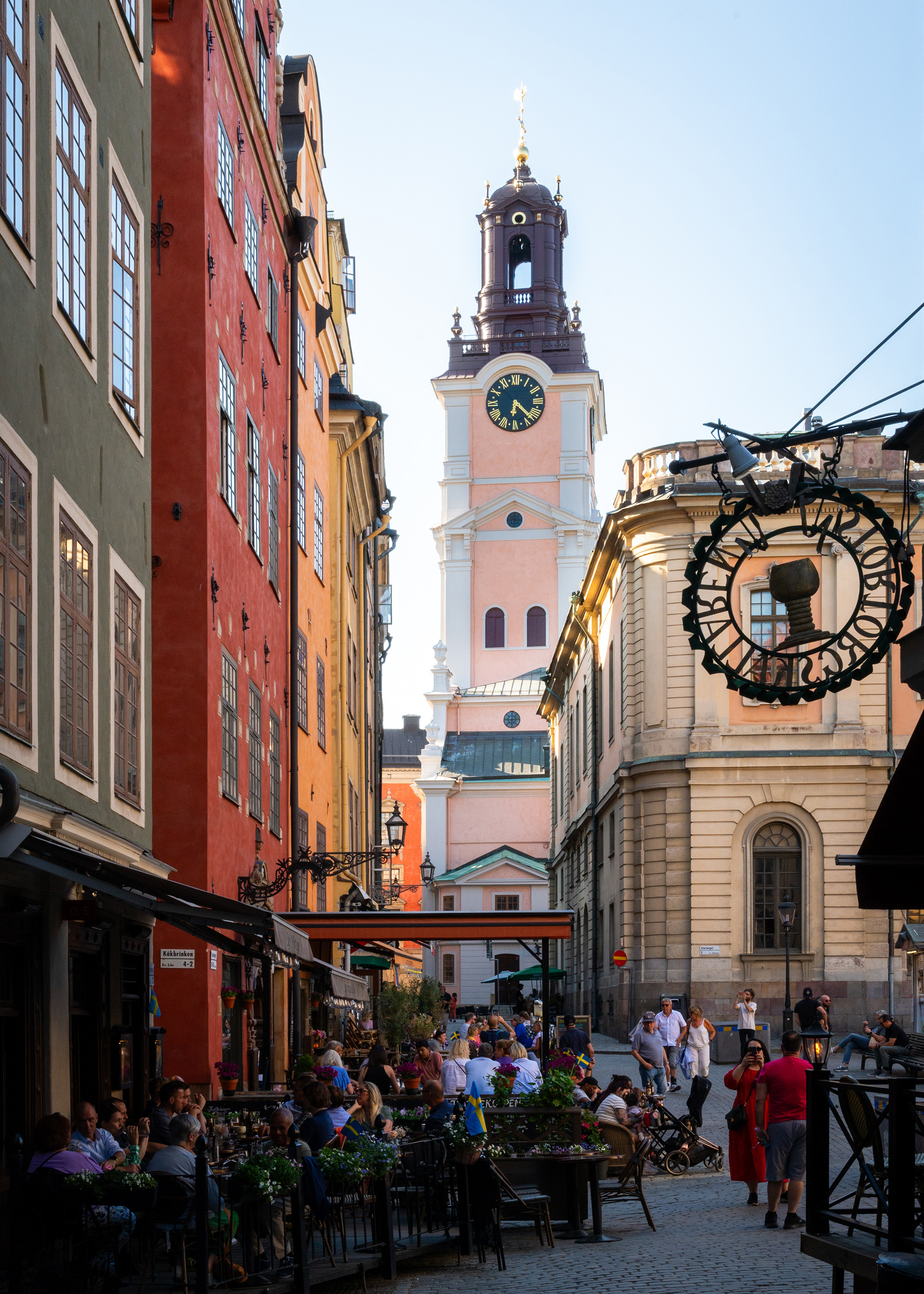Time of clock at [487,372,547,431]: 6:21
